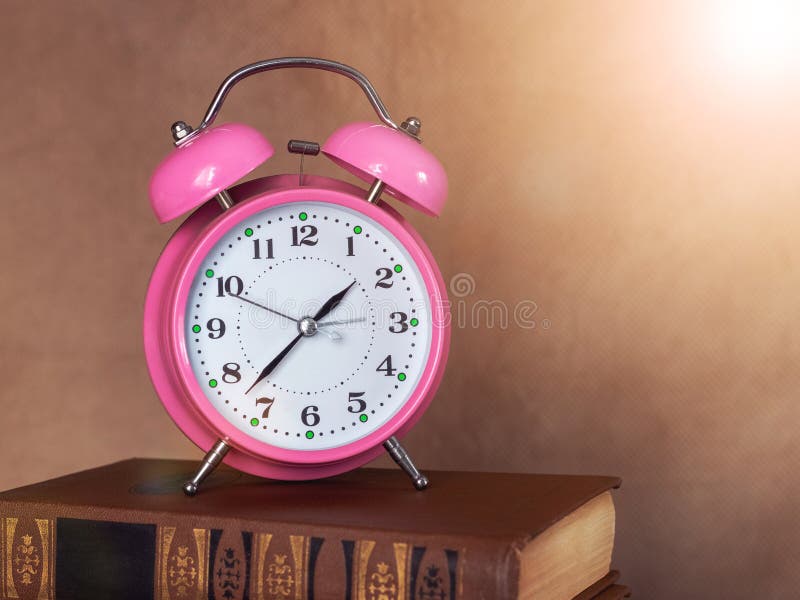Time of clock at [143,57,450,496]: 1:37
